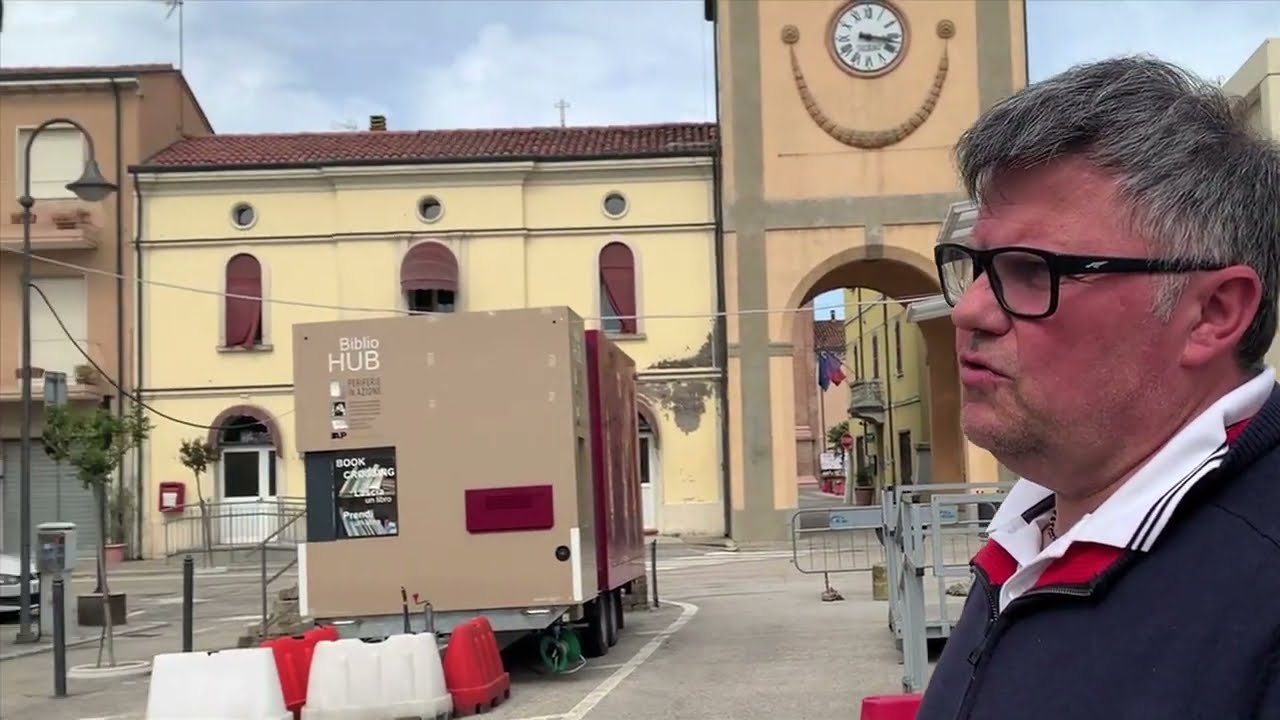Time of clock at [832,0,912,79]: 3:16
